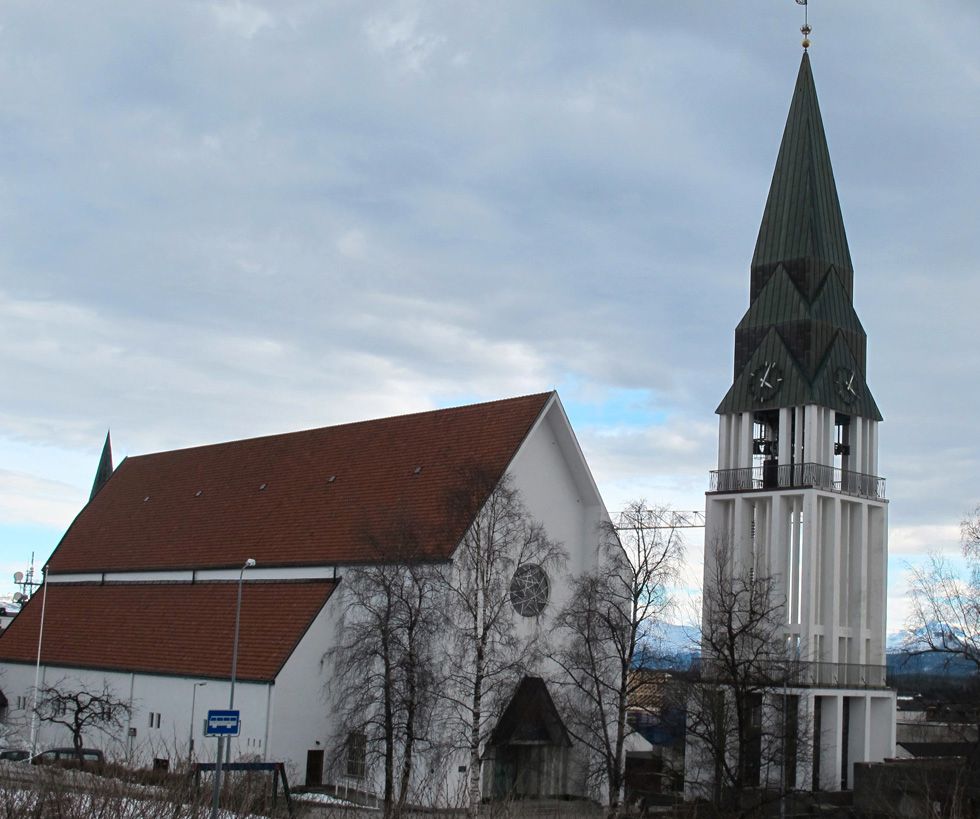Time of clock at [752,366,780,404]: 4:02
